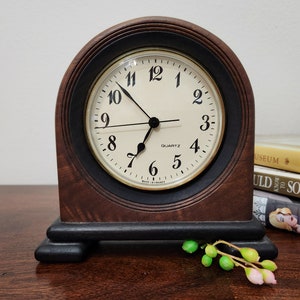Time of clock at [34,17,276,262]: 6:52
